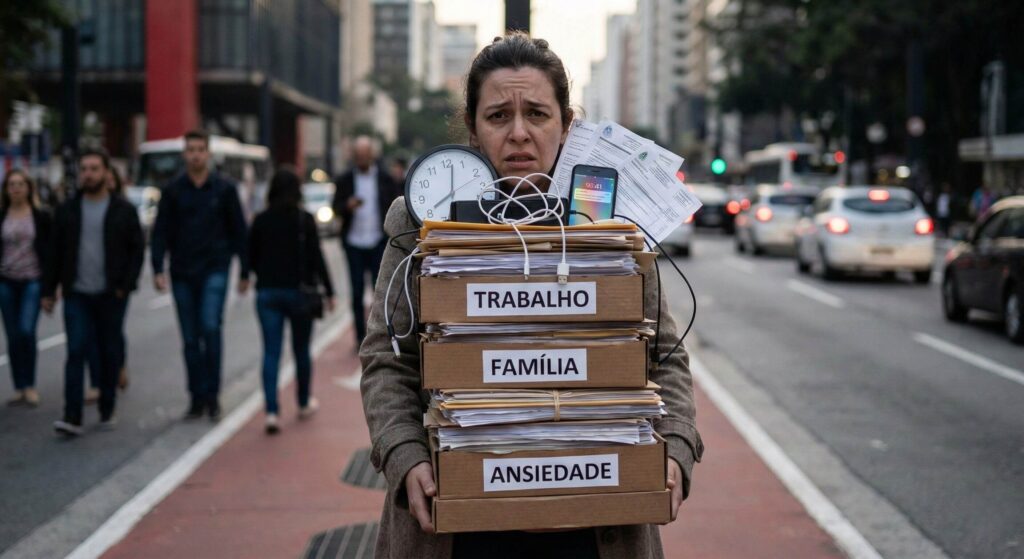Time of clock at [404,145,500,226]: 7:01
